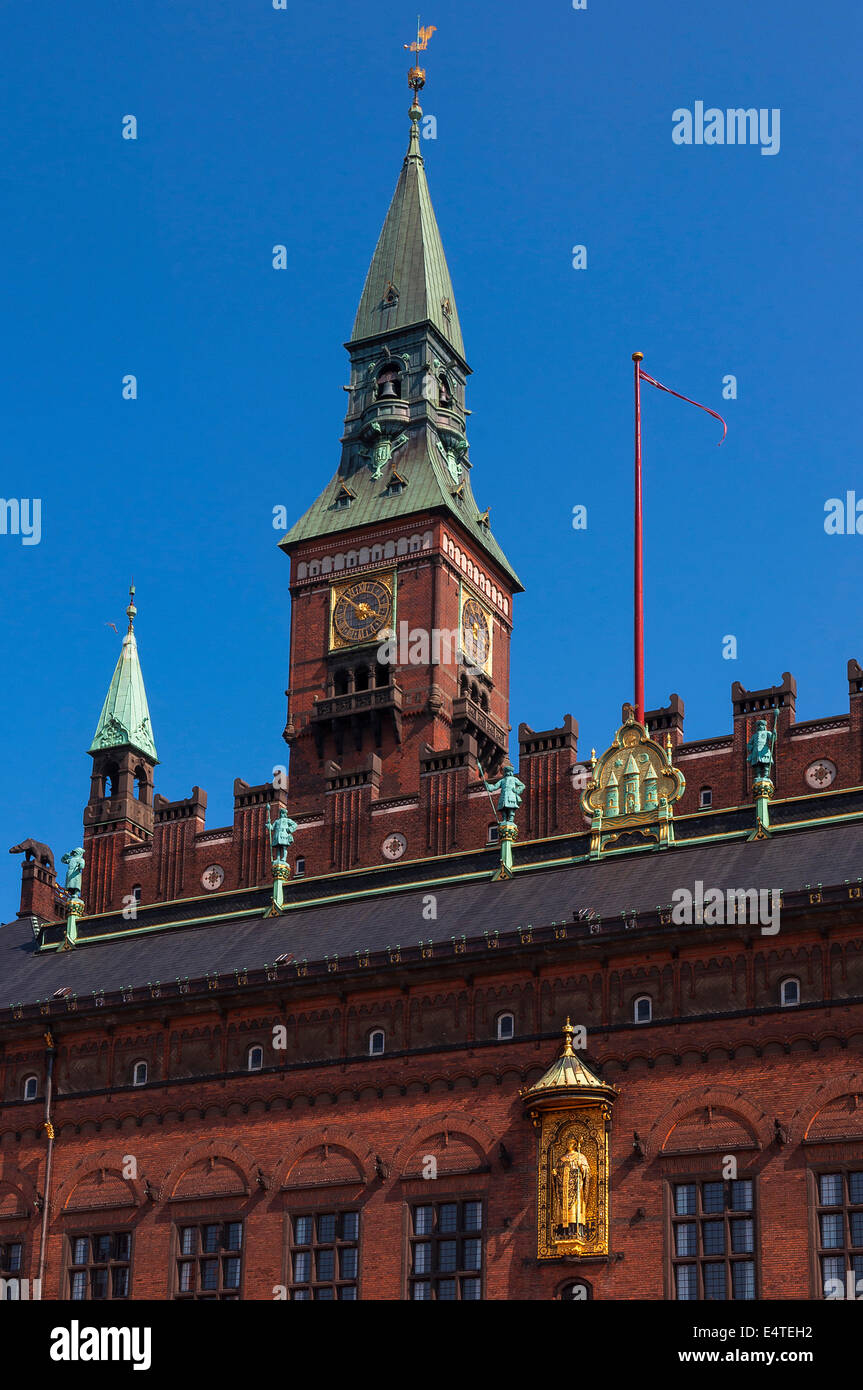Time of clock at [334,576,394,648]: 3:51
